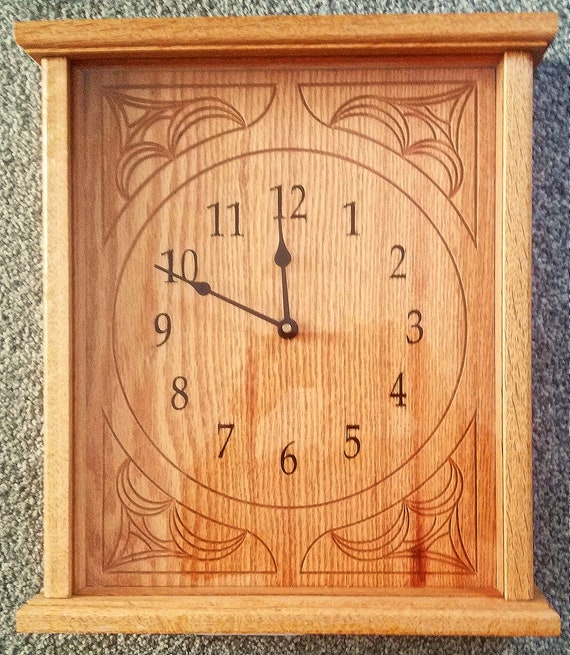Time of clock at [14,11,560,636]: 11:48
